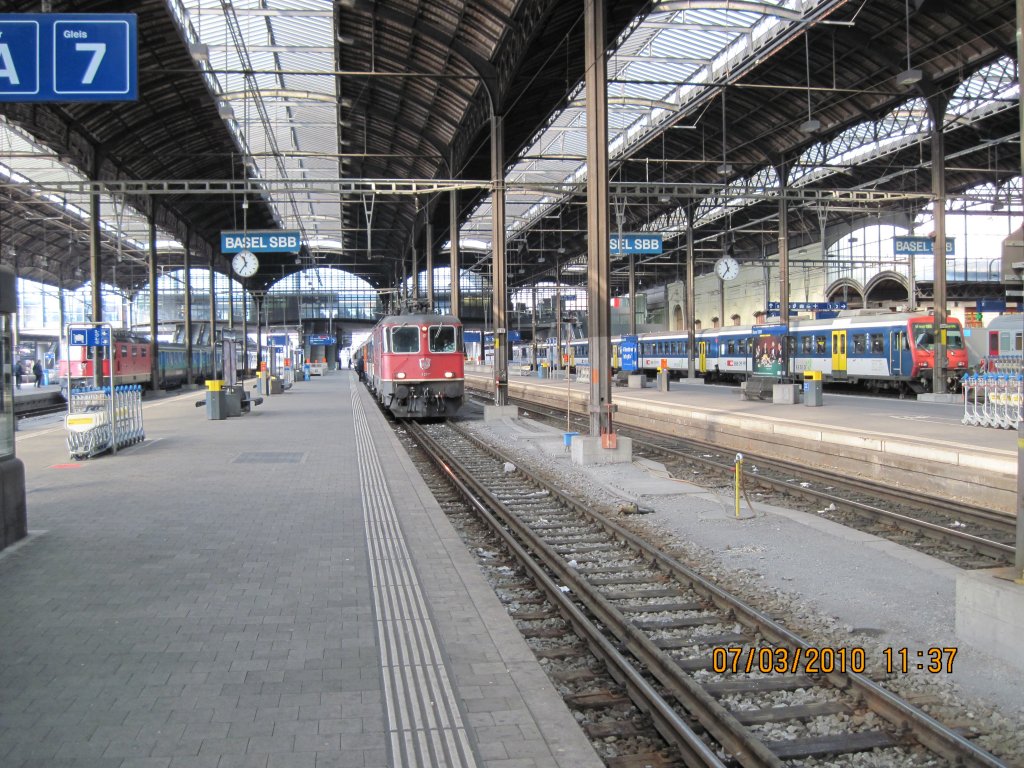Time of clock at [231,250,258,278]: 11:35
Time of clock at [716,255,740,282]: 11:35
